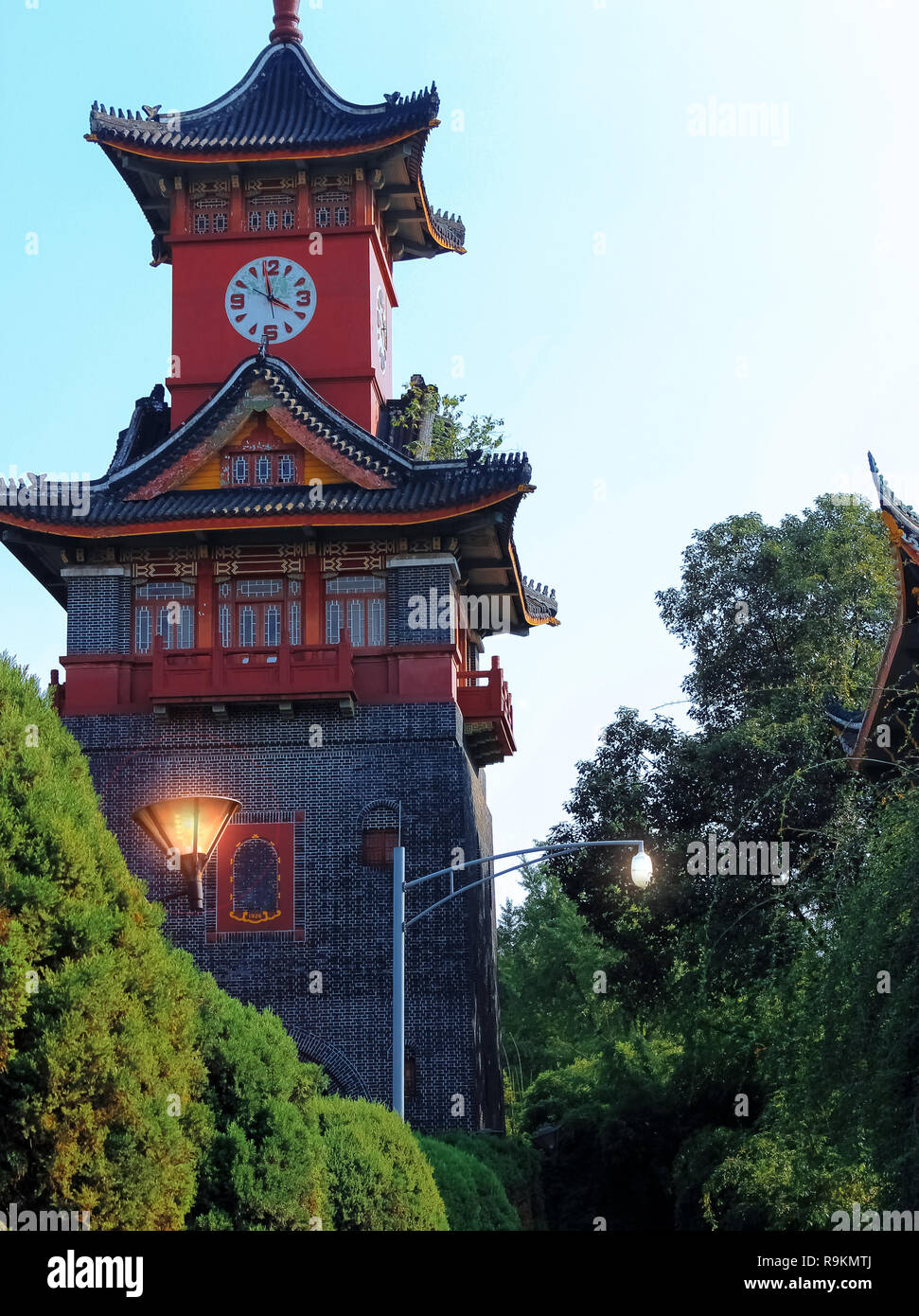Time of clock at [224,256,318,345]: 3:58
